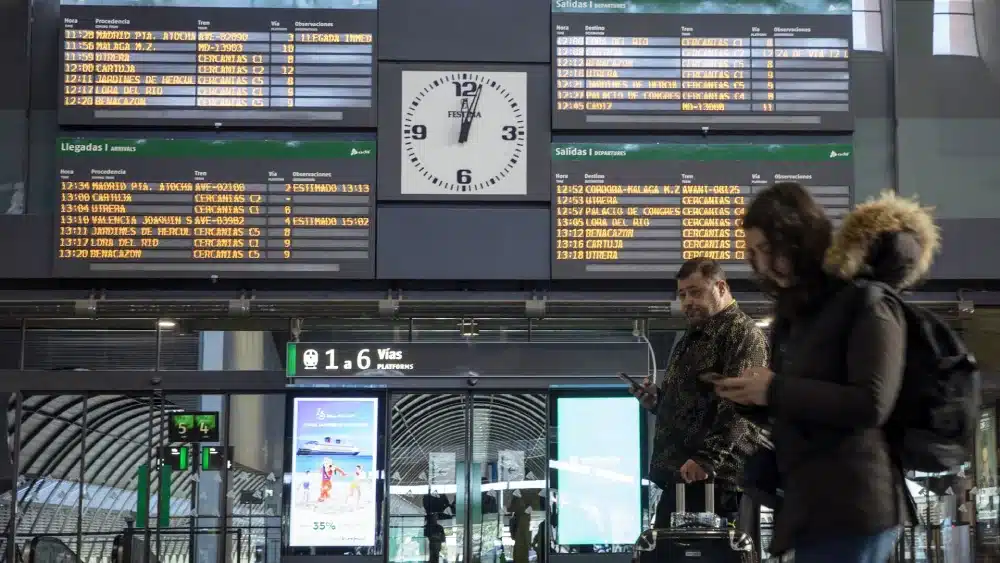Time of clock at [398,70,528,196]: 12:03
